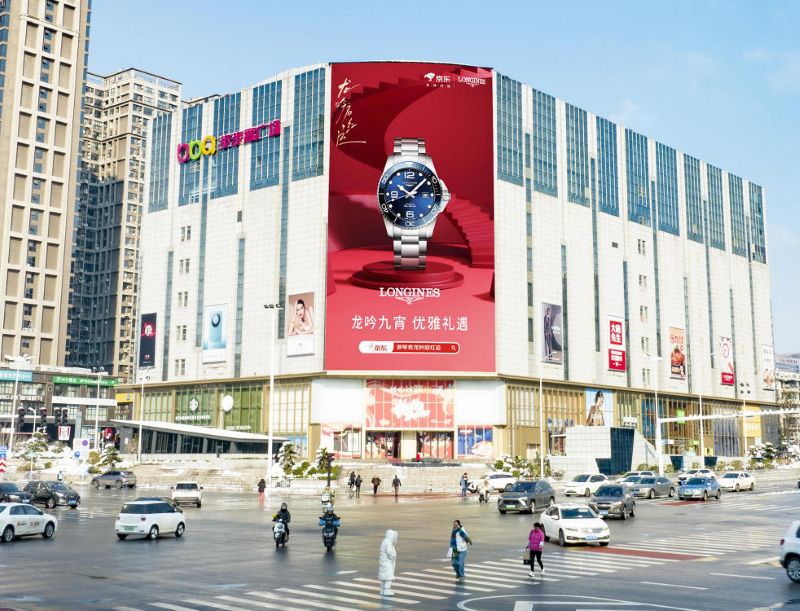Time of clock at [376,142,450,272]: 10:07
